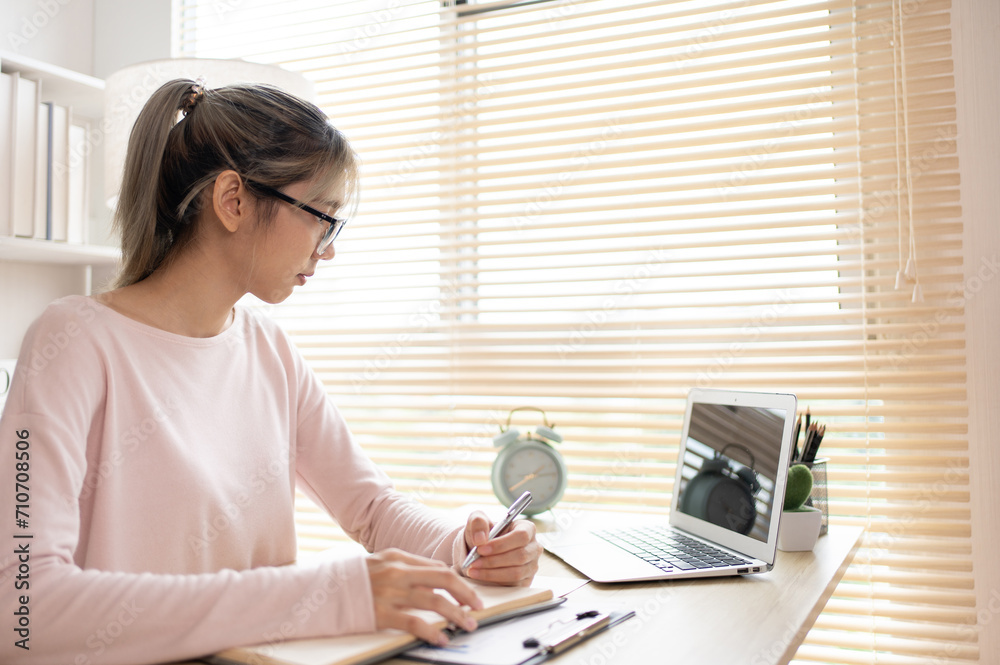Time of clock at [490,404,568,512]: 8:14
